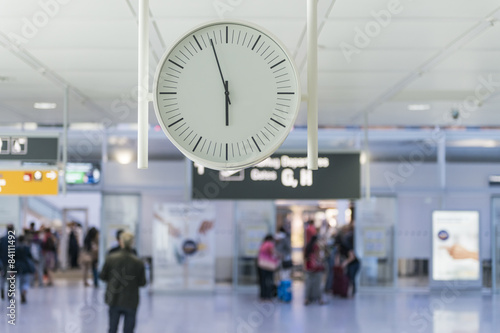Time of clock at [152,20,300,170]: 5:57
